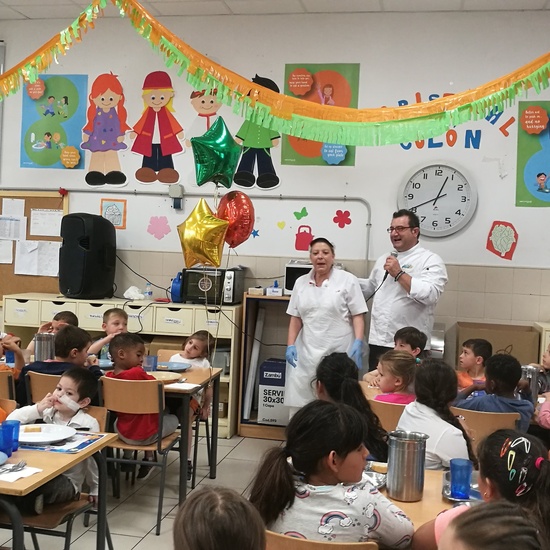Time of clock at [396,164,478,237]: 12:40
